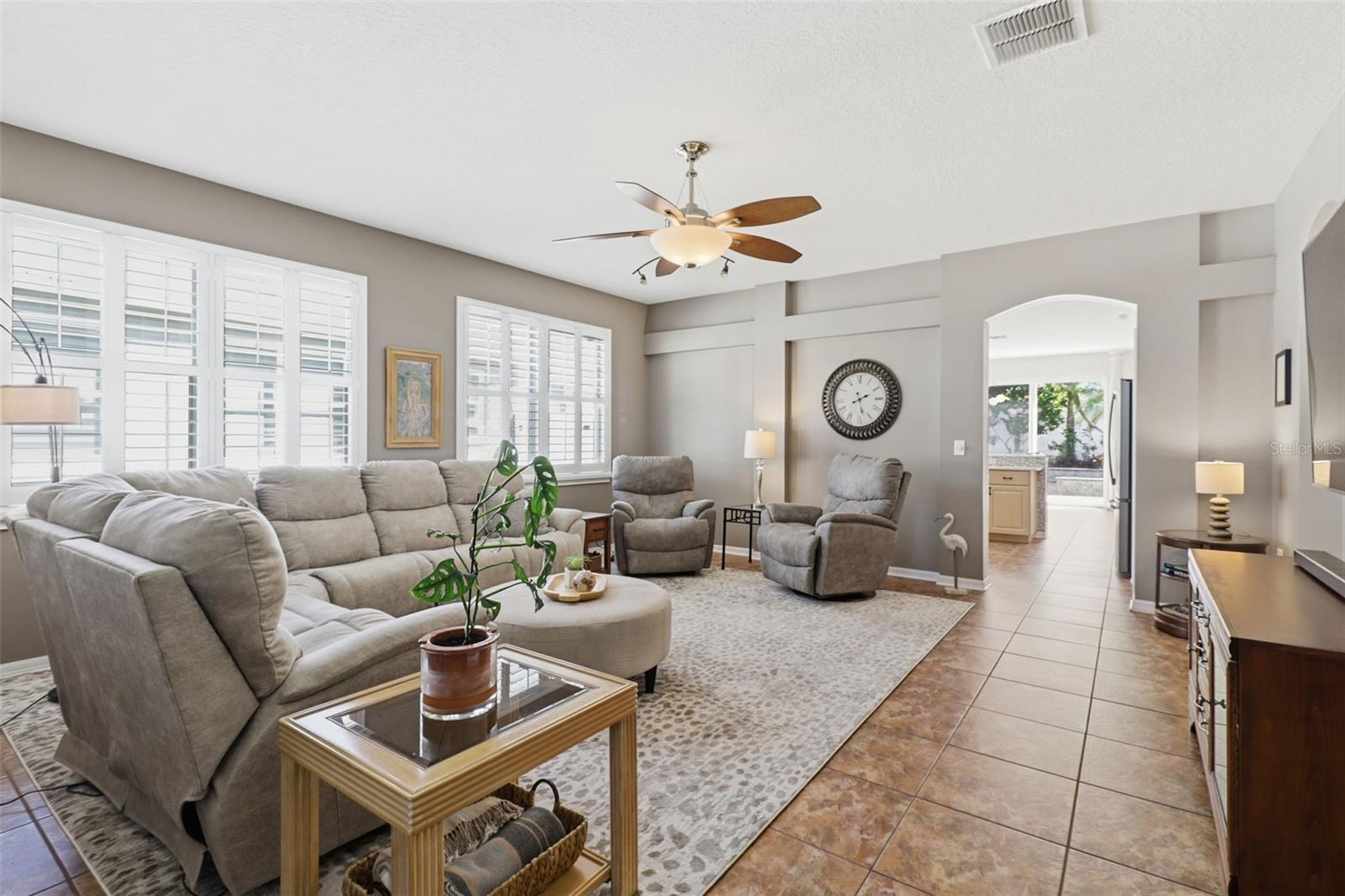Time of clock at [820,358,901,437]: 2:27
